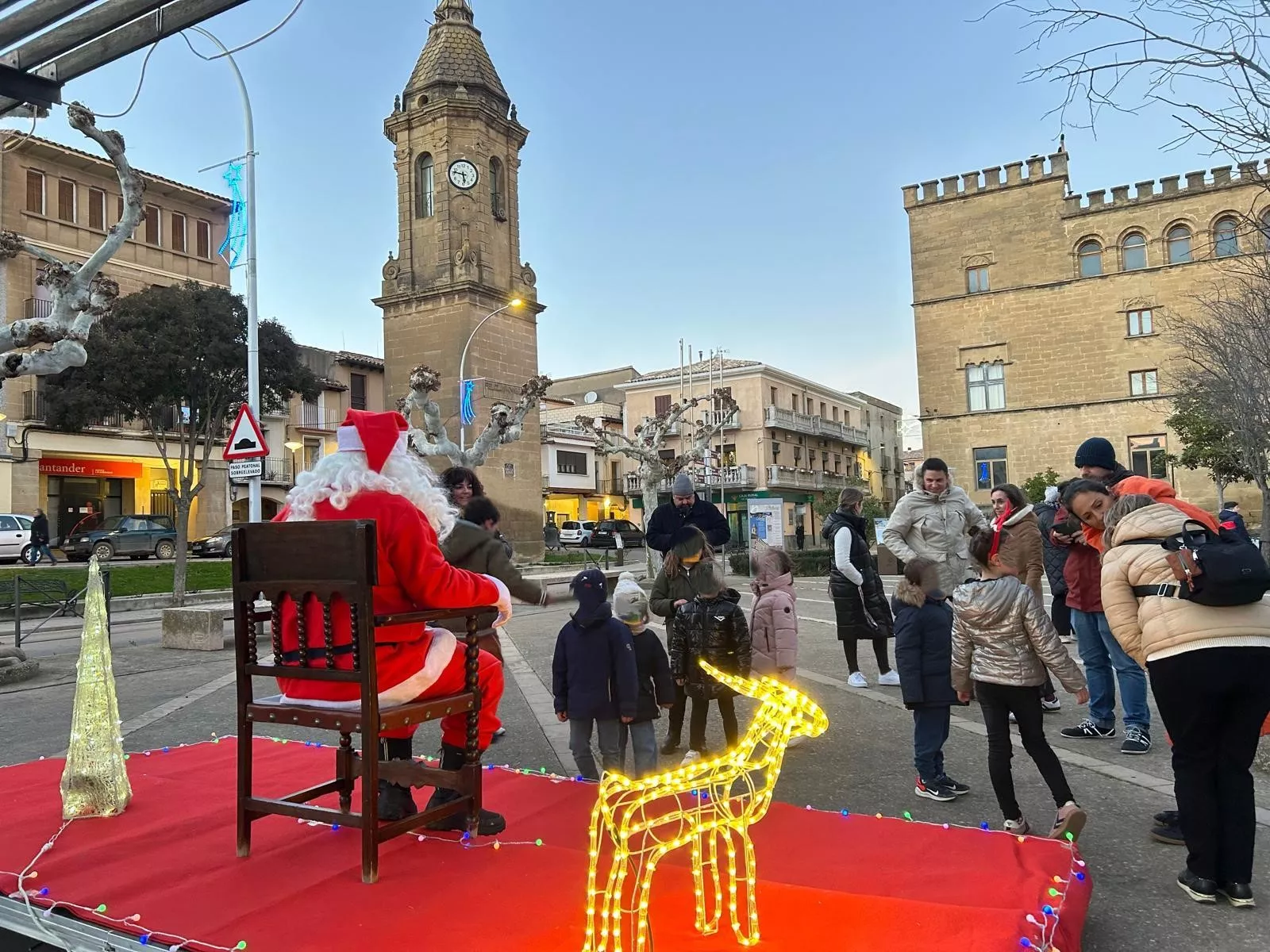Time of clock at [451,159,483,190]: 5:46
